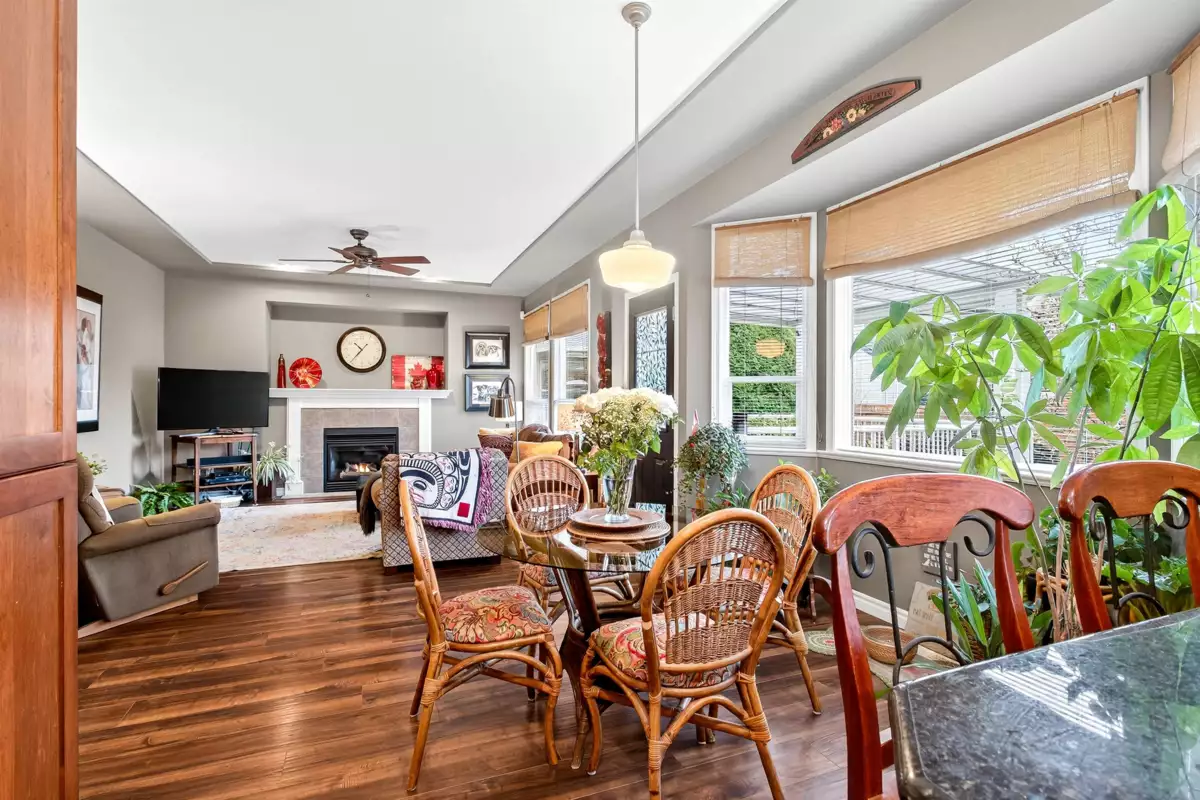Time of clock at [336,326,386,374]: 10:36
